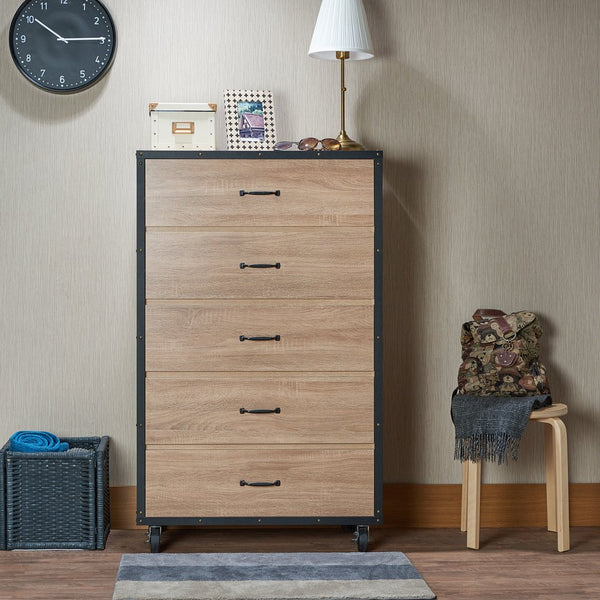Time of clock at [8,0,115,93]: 10:14
